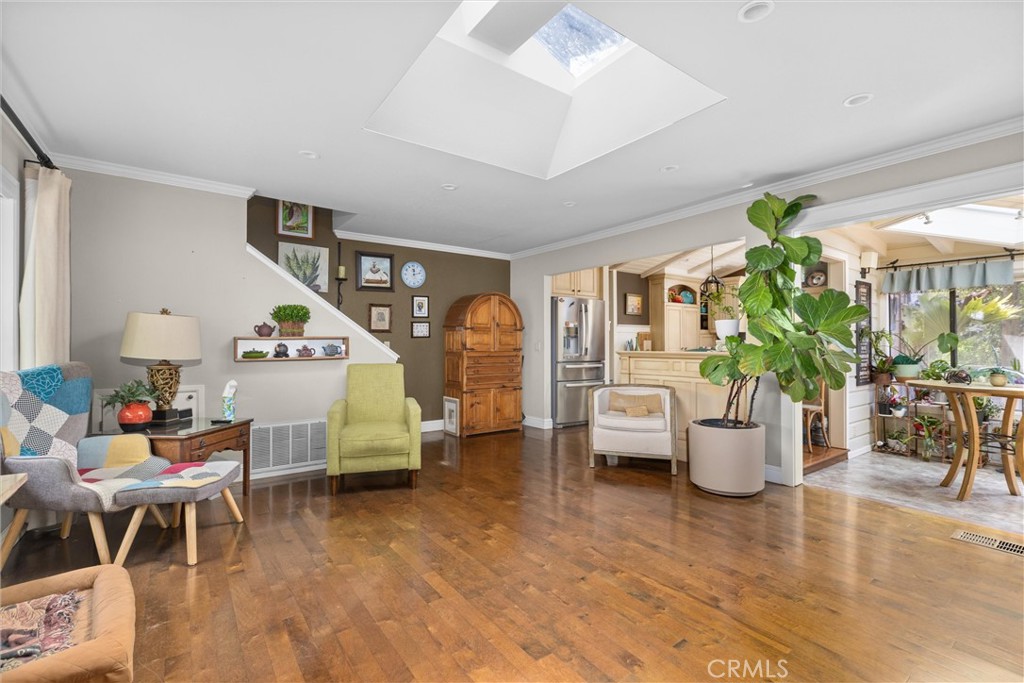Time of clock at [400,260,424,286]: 12:12
